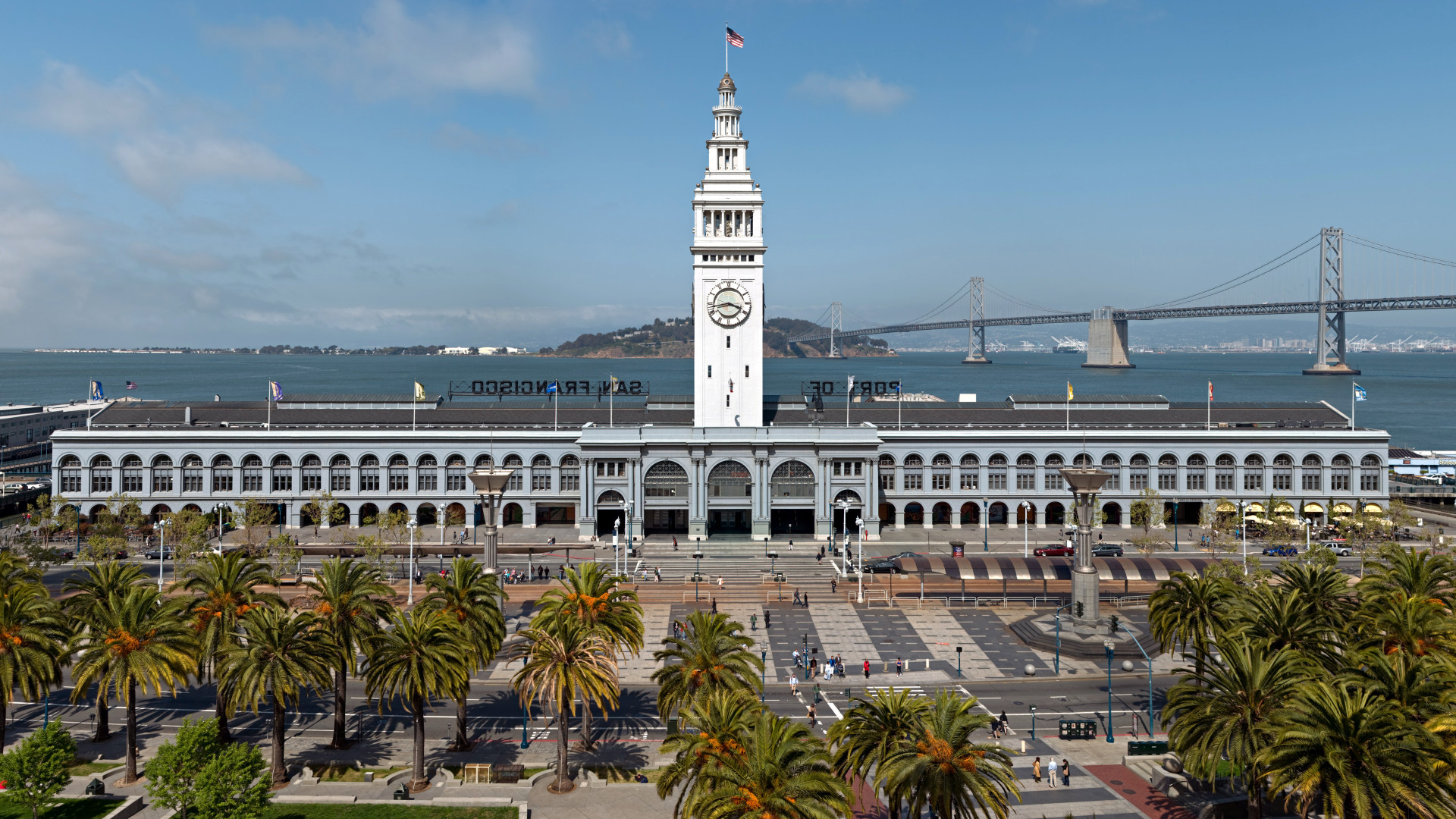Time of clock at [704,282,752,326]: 3:43
